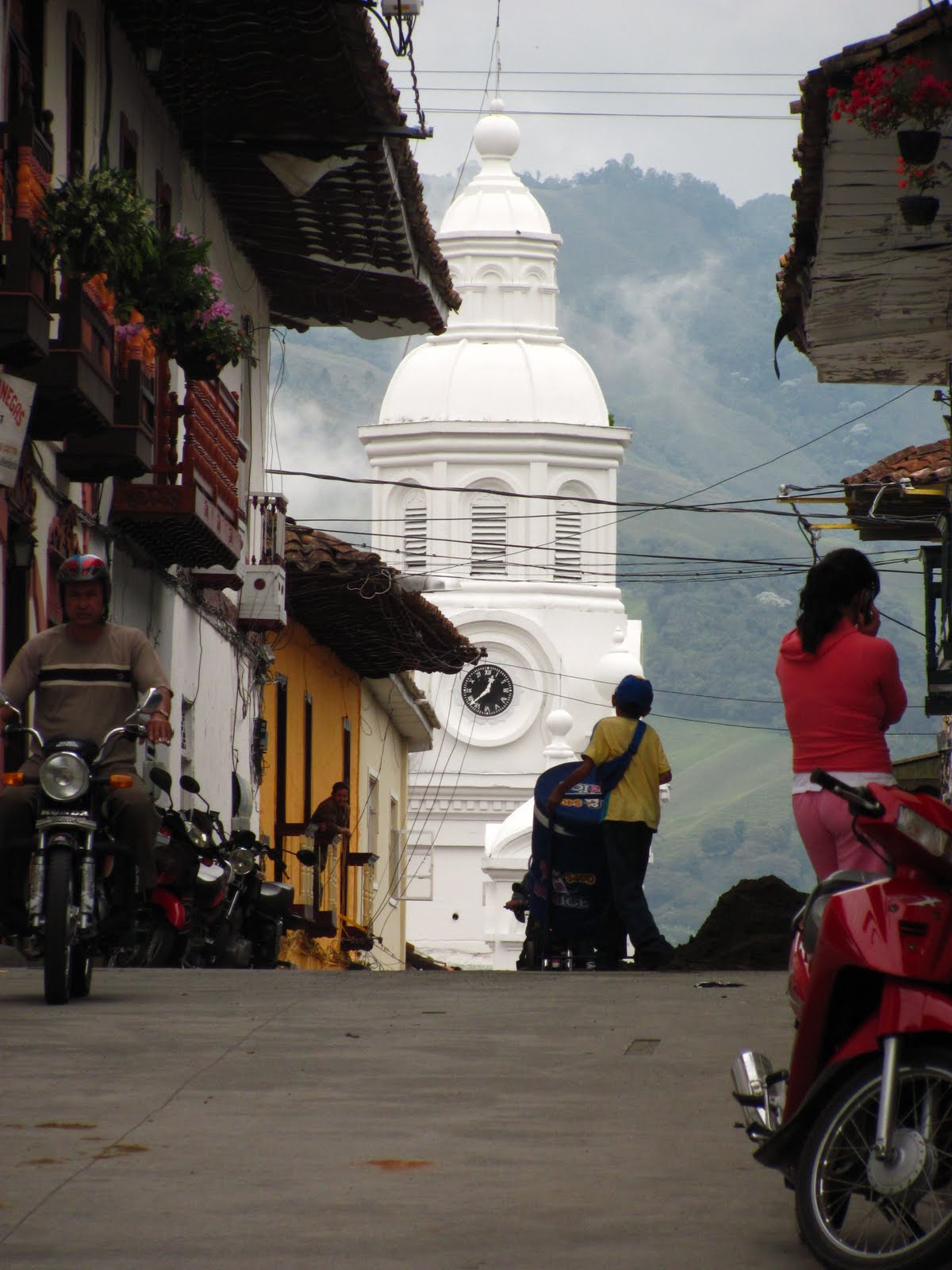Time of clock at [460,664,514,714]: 12:37
